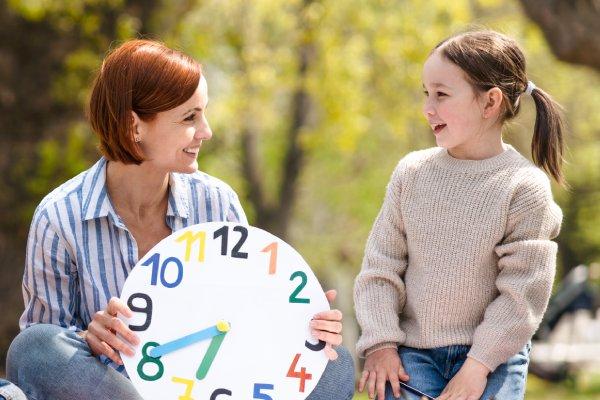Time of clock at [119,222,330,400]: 6:40
